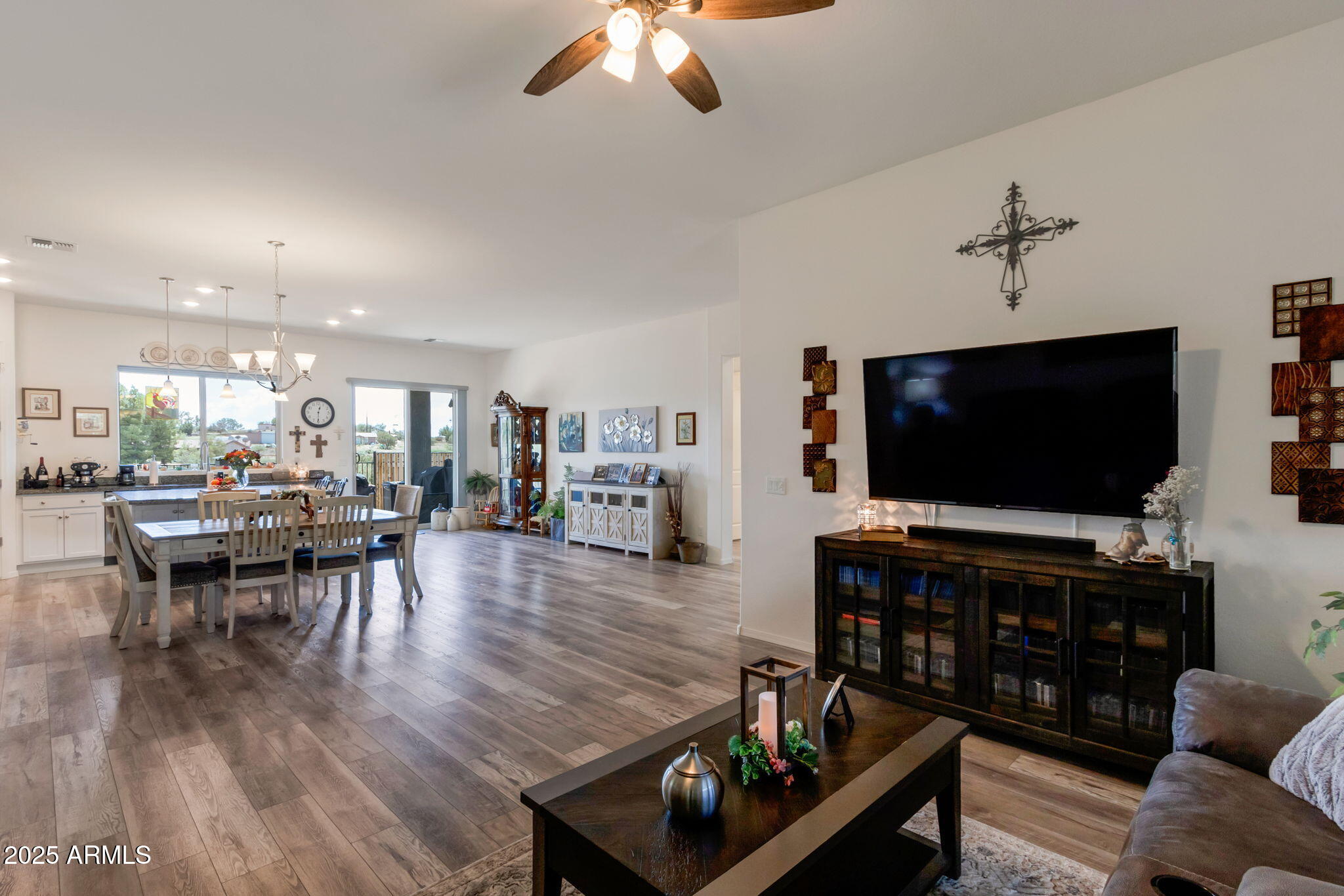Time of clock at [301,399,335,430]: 12:30
